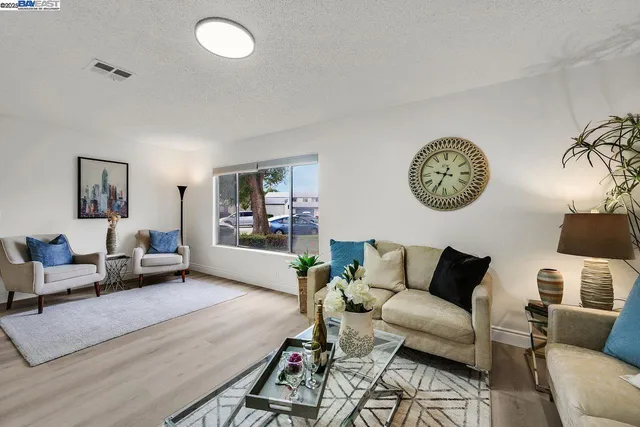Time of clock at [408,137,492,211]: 9:34
